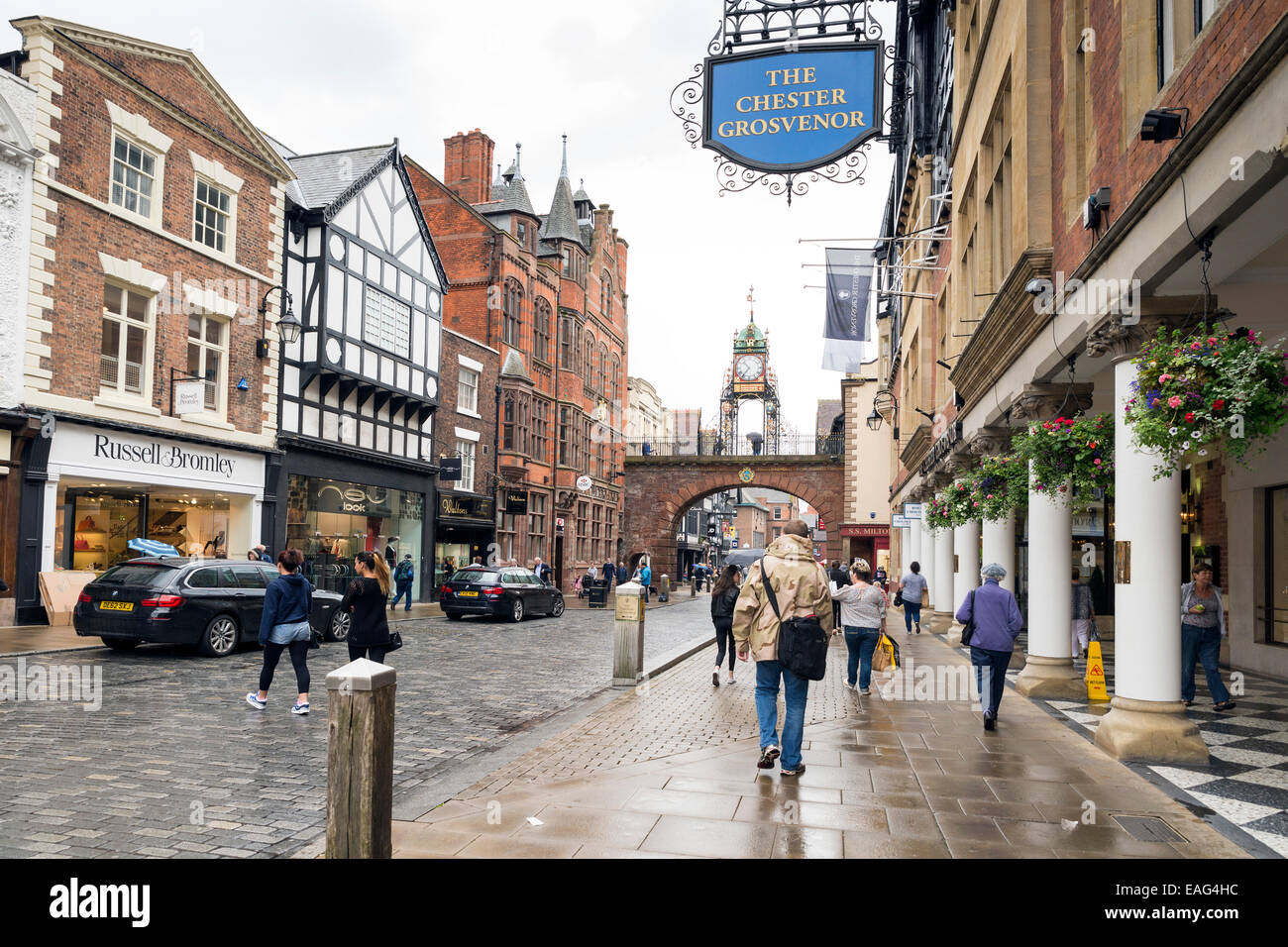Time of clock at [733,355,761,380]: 10:36
